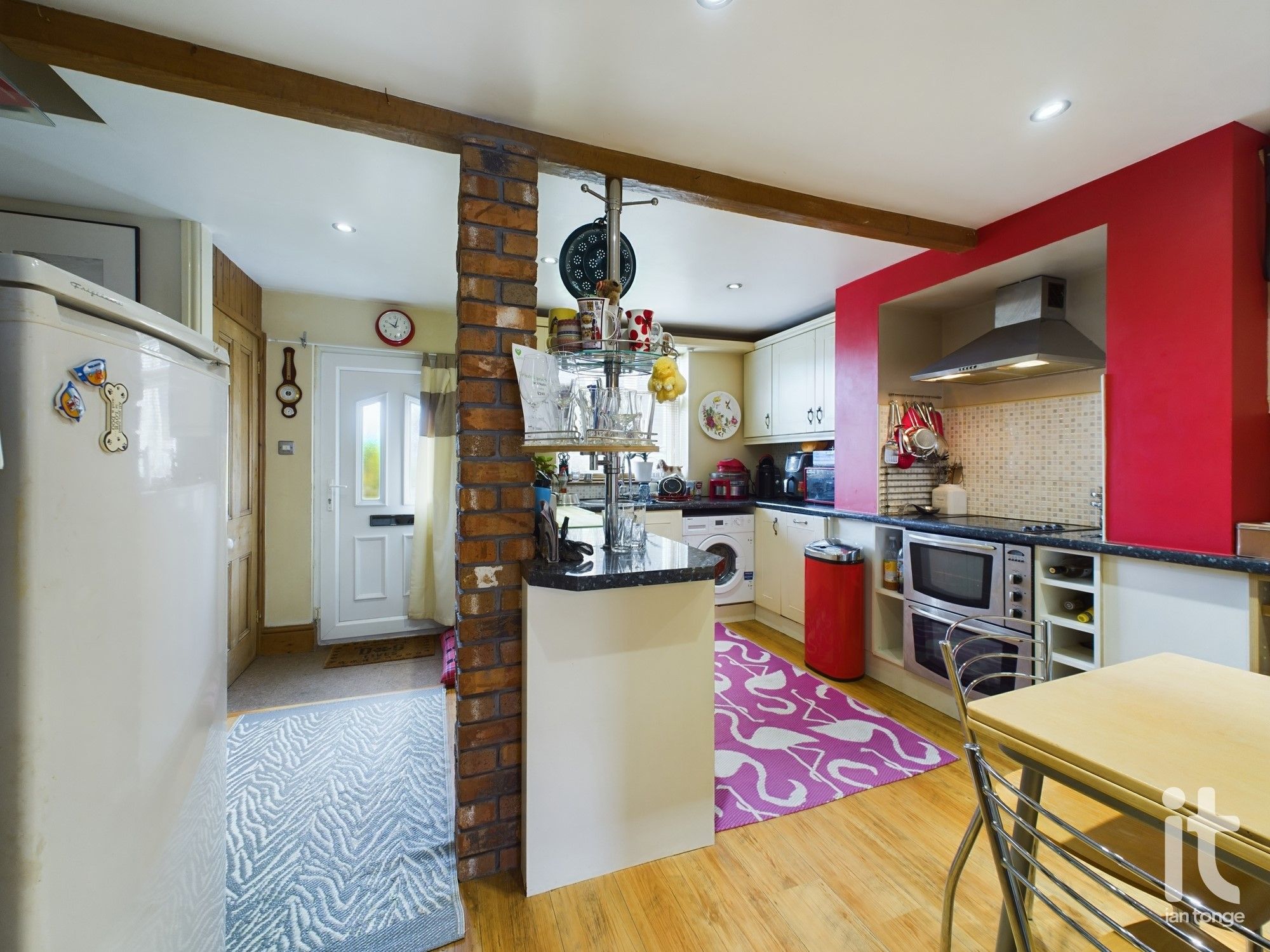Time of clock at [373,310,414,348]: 10:02
